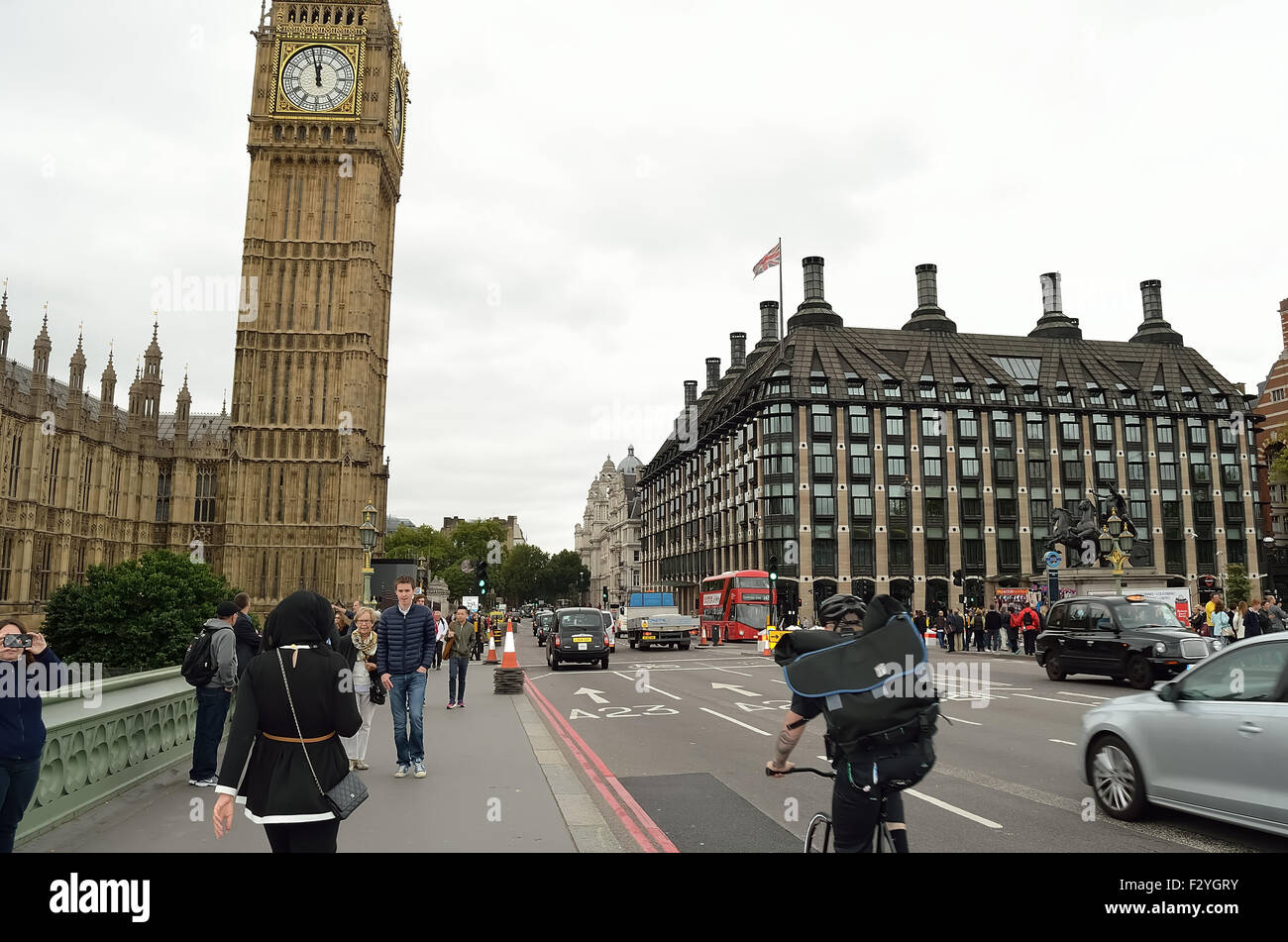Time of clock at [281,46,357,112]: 11:57
